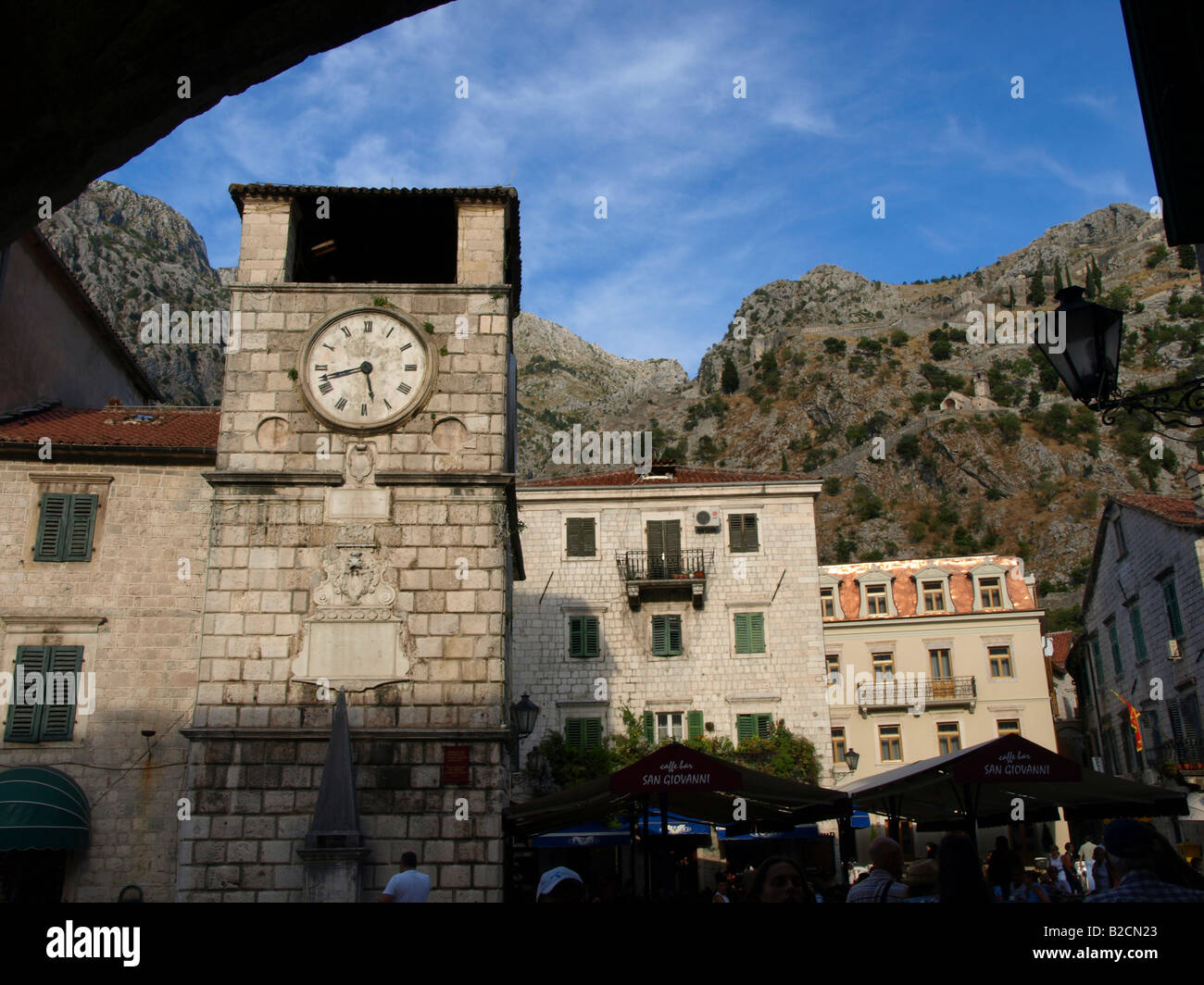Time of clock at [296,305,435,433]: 5:42
